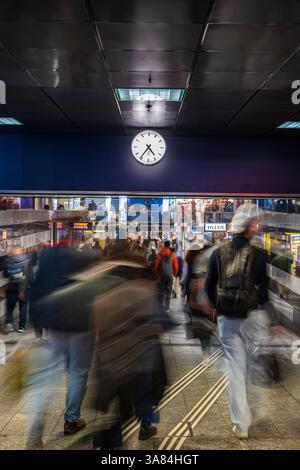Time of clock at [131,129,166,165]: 4:36
